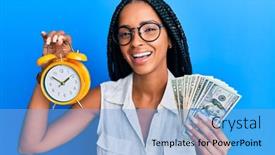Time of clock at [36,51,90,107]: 1:51
